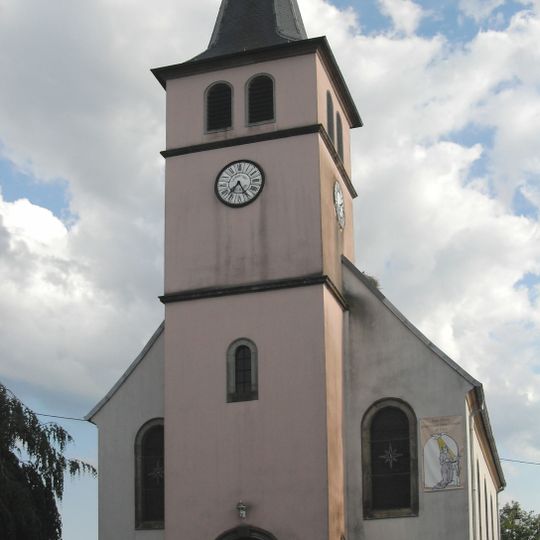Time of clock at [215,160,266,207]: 7:25
